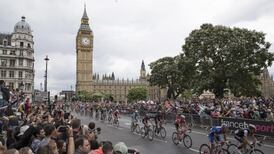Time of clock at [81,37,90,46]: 4:07
